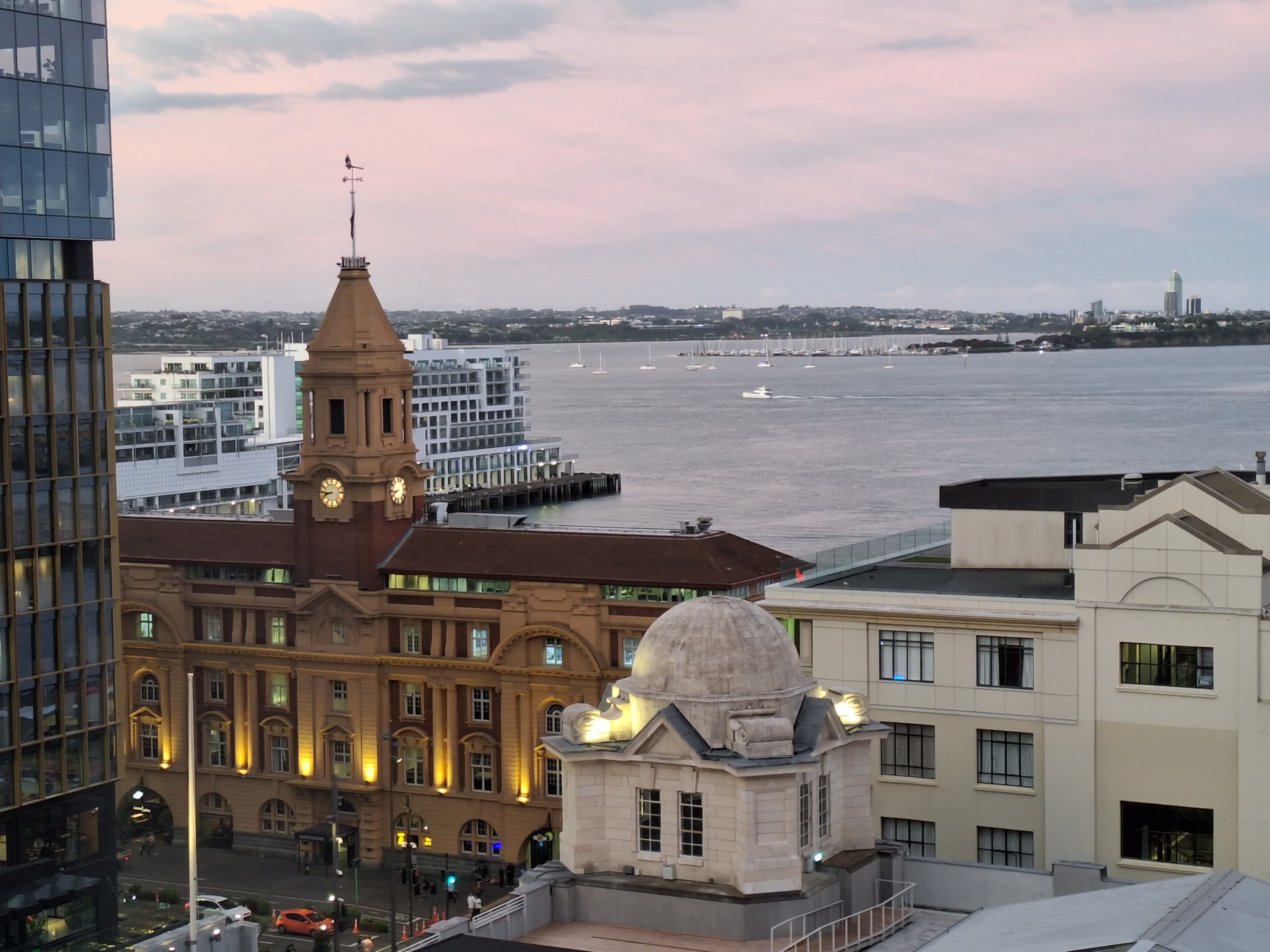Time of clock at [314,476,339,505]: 8:41
